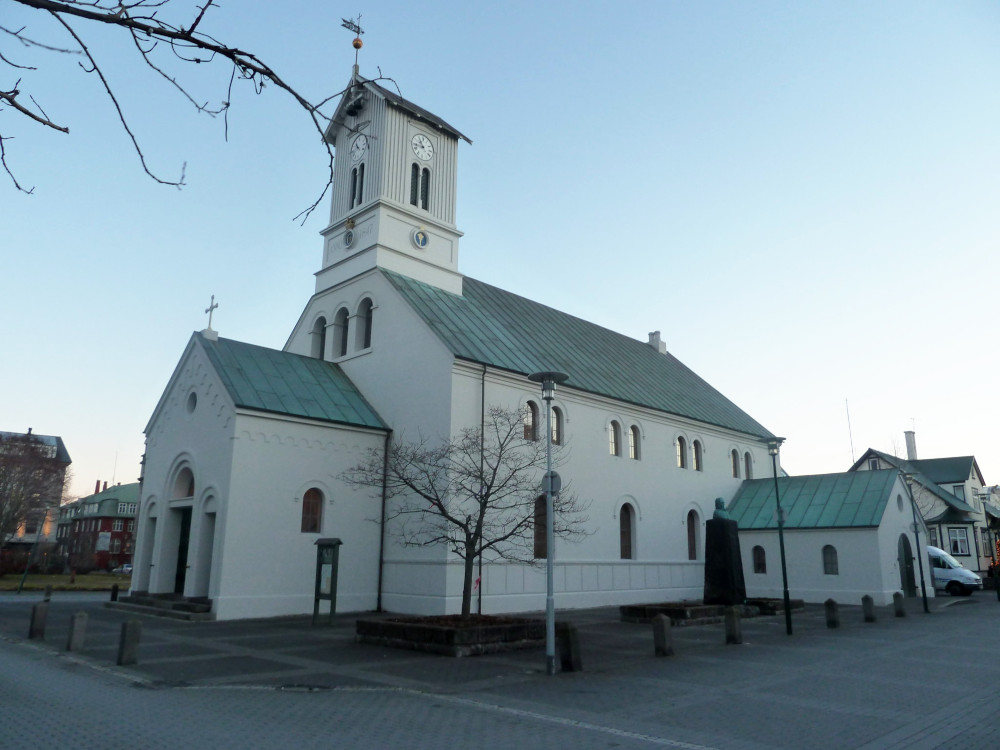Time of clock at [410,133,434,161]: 10:43
